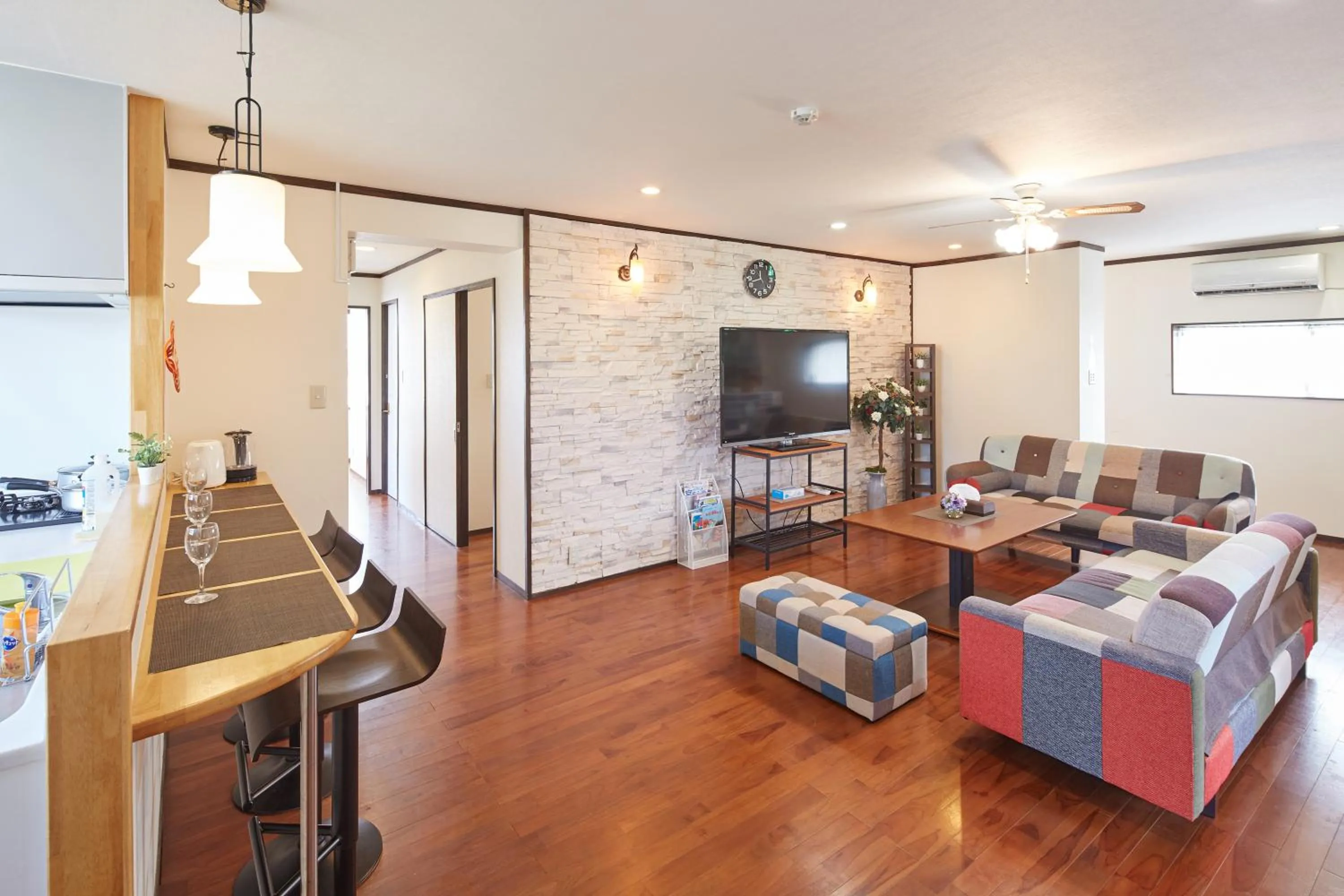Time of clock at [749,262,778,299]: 11:42
